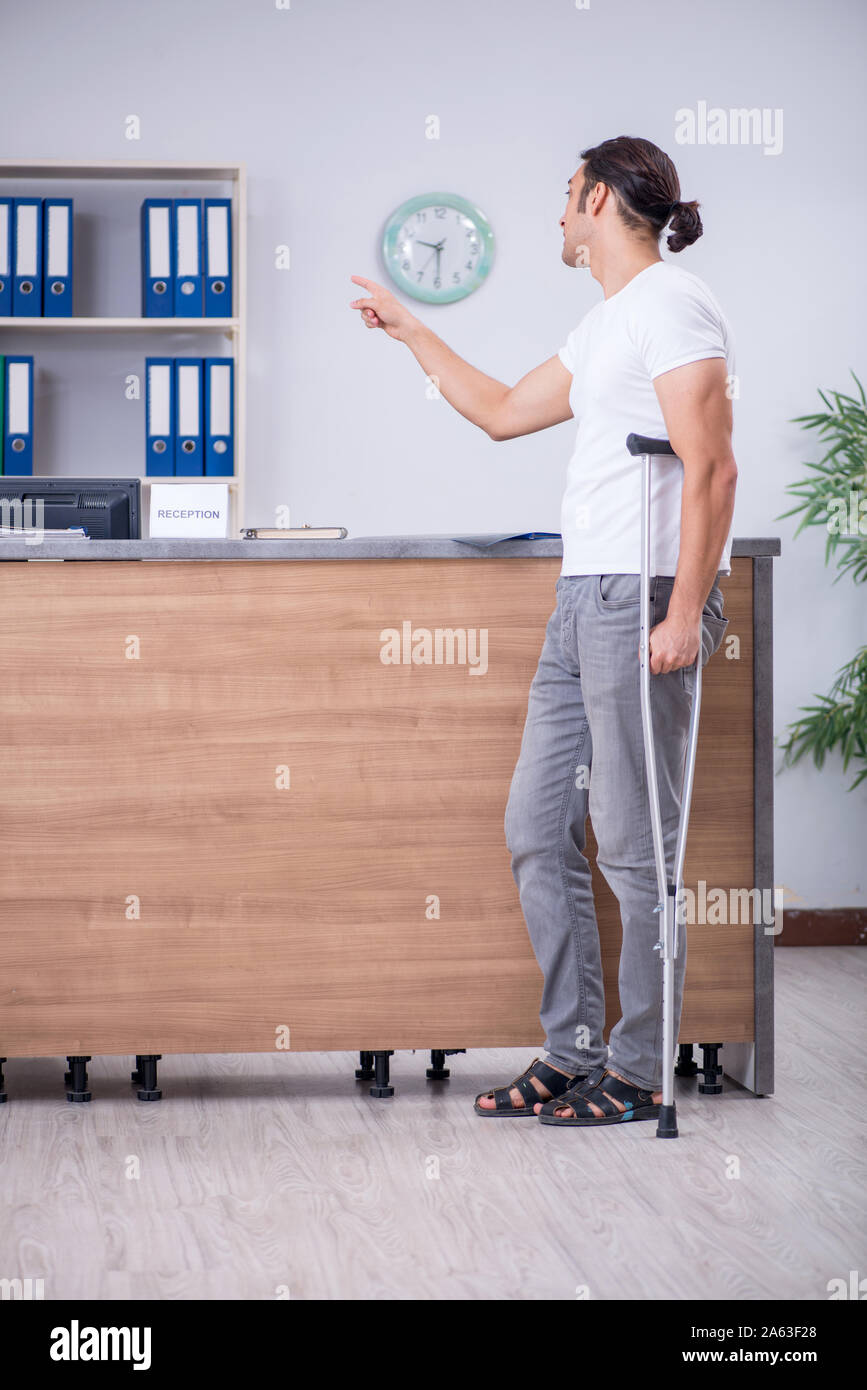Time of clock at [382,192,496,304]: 9:29
